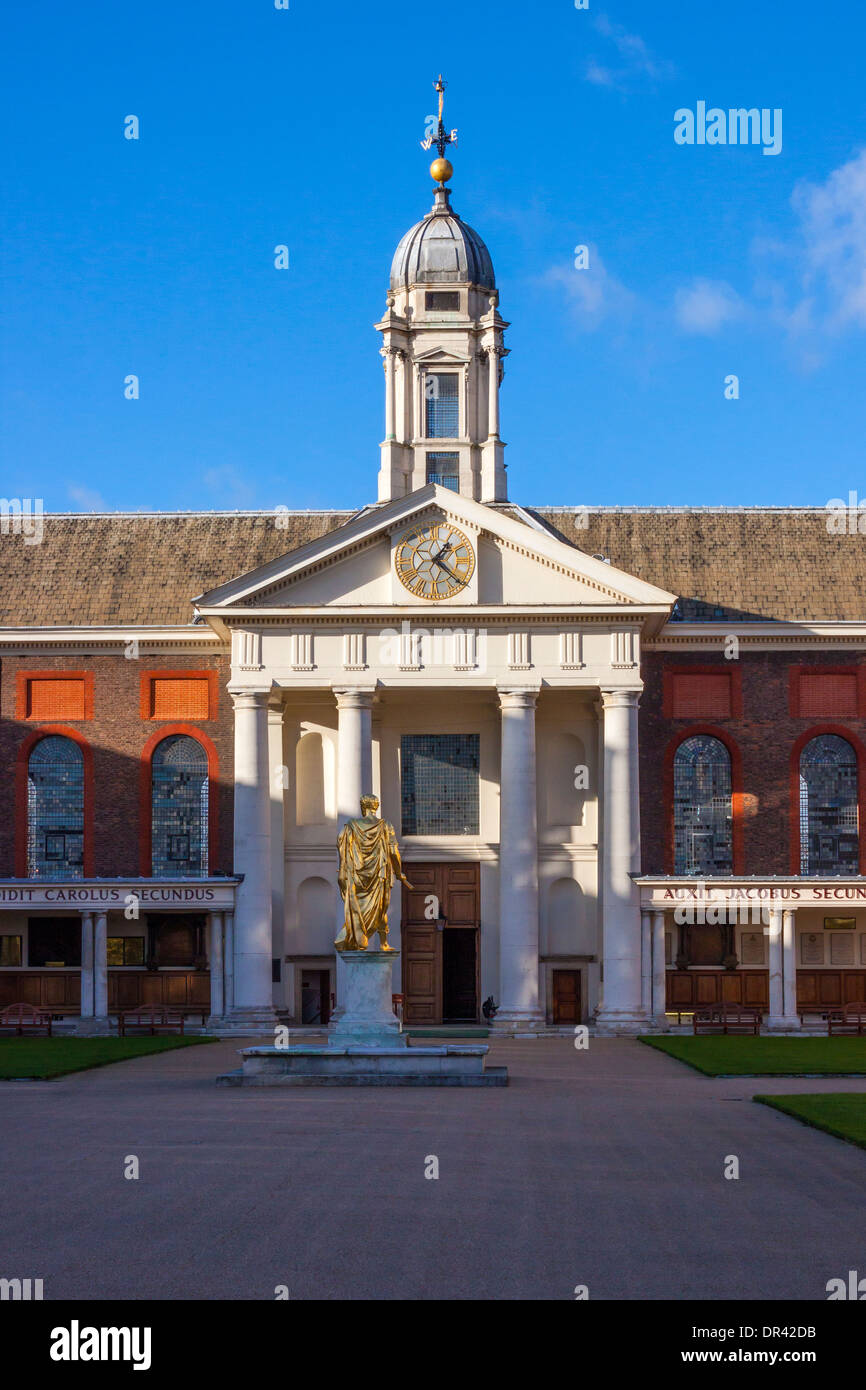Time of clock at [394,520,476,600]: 1:21
